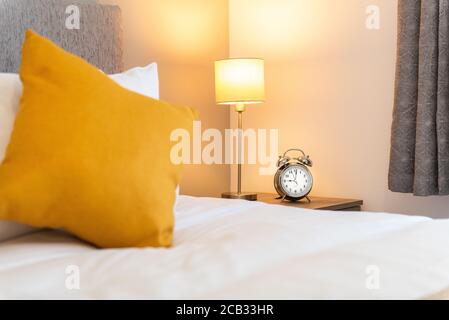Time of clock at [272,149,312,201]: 9:01
